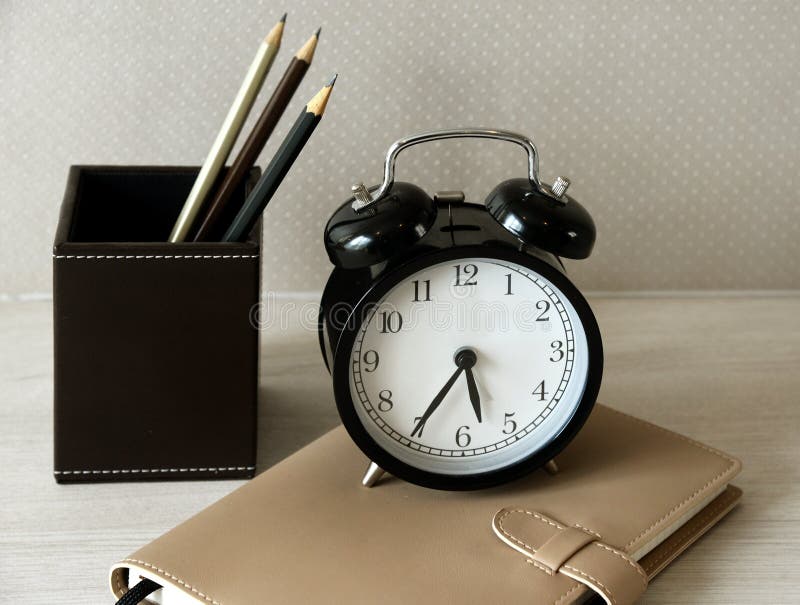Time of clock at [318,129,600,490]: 5:35
